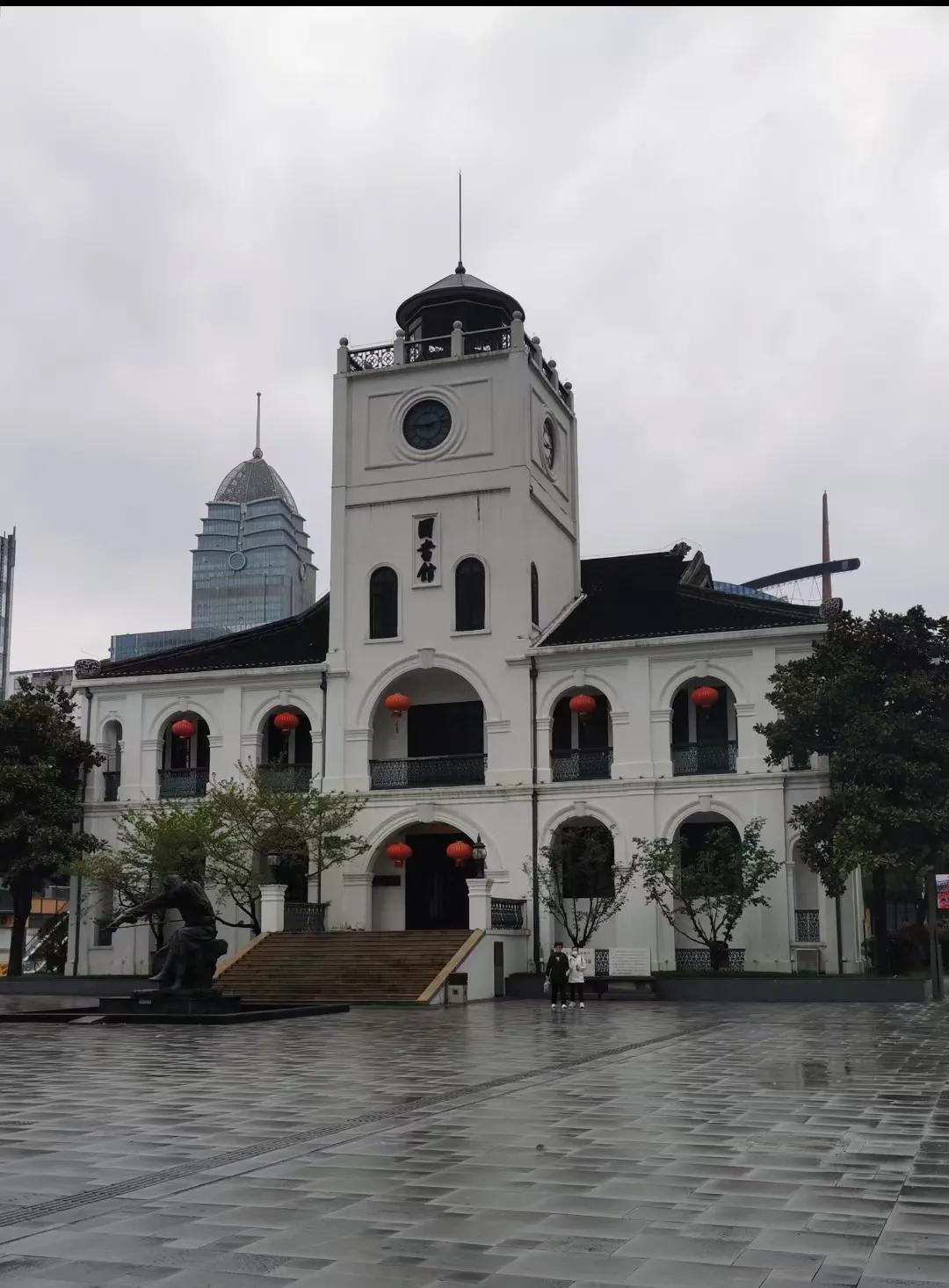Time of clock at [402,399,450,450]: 9:12
